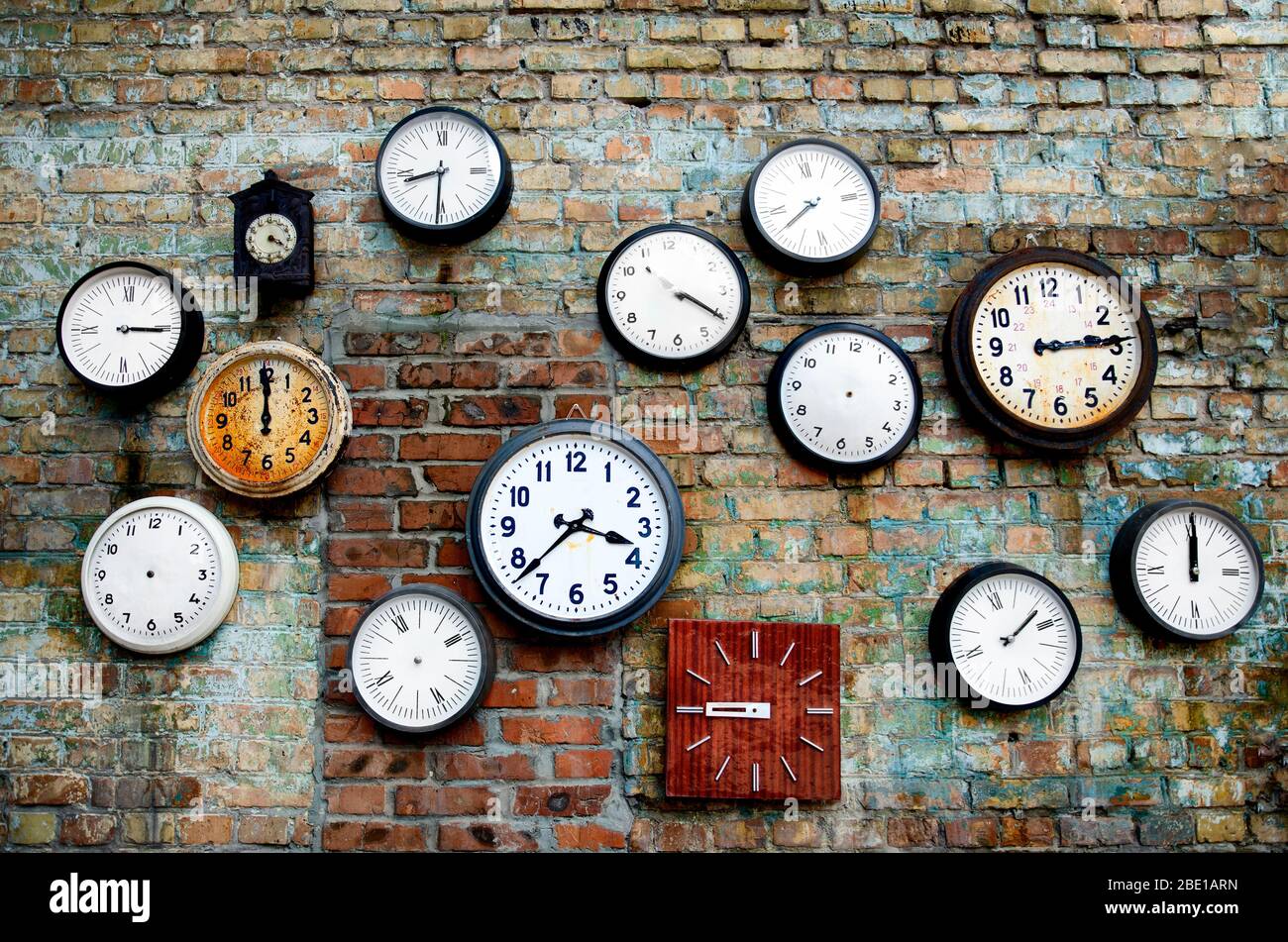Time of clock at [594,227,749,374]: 4:20
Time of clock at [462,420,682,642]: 3:37
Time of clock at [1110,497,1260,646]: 12:00
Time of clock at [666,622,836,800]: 8:45
